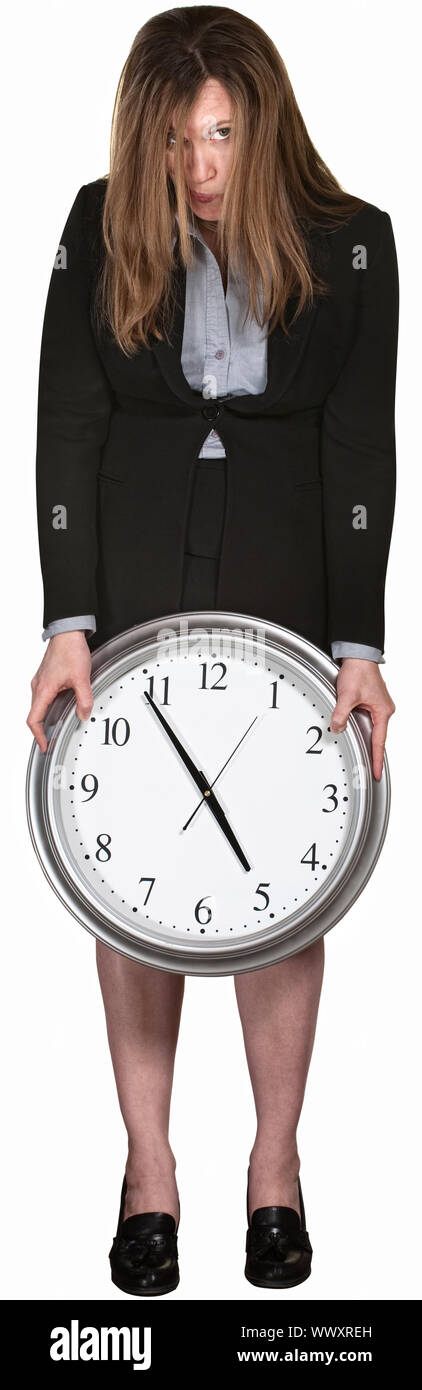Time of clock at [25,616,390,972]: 4:54
